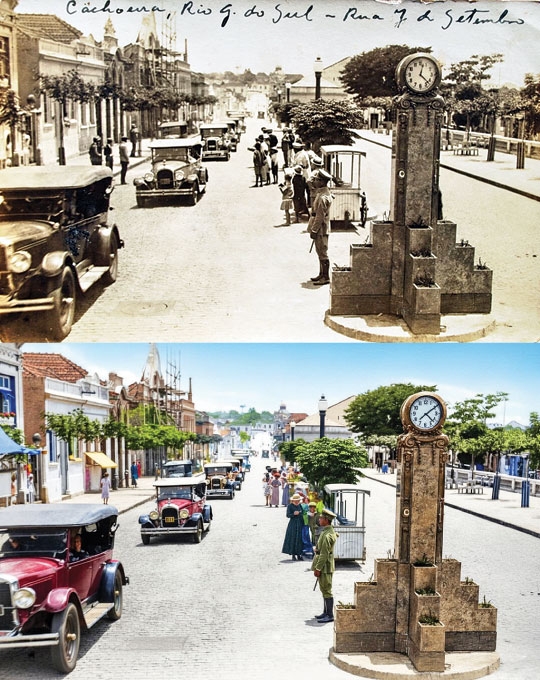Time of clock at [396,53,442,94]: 12:22
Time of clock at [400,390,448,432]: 4:09
